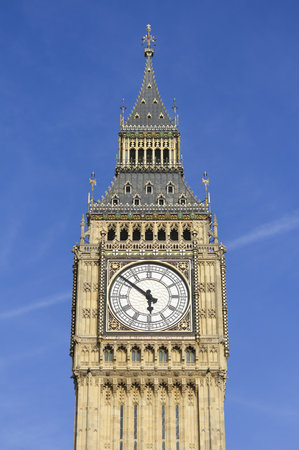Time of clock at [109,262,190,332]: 5:51
